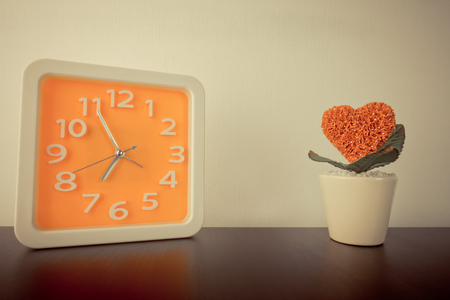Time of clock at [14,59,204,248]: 6:55
